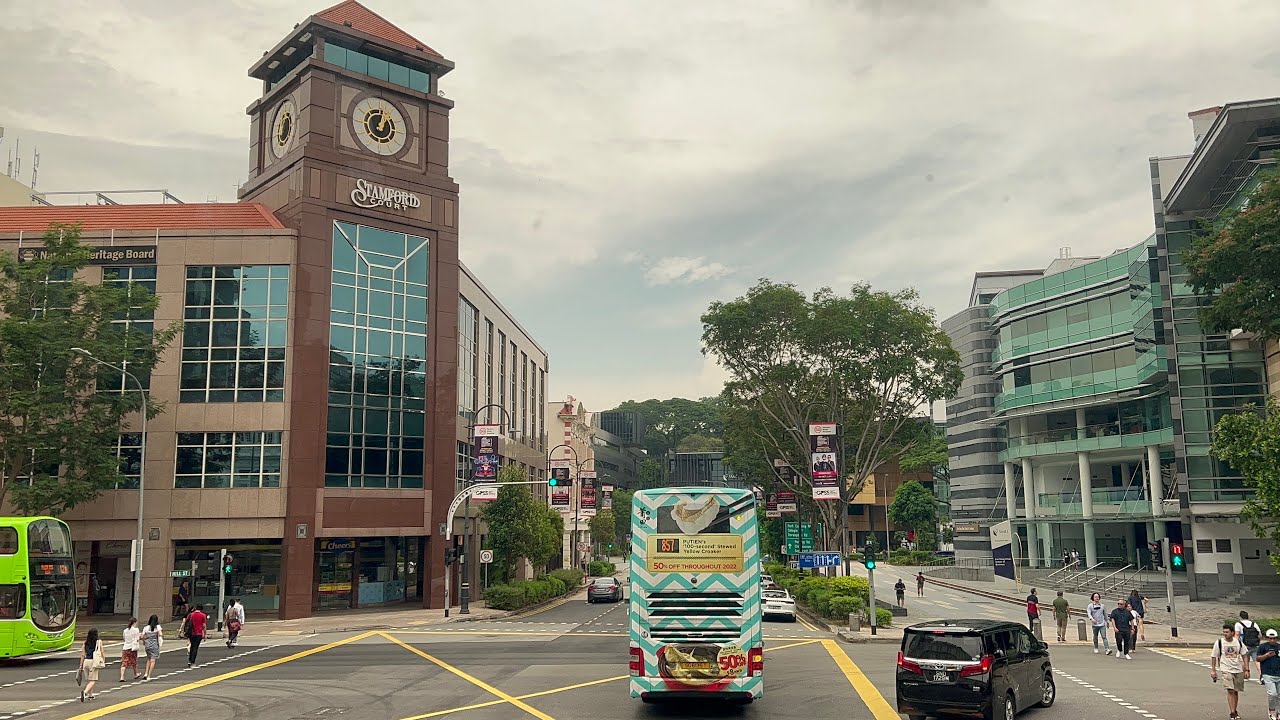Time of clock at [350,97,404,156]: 1:02
